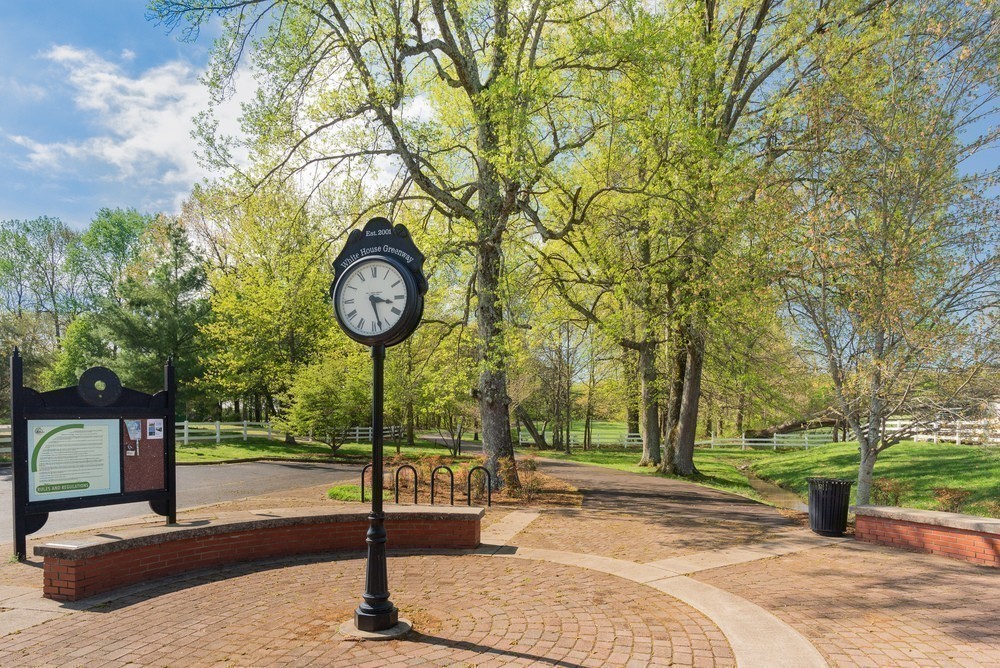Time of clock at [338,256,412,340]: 3:27
